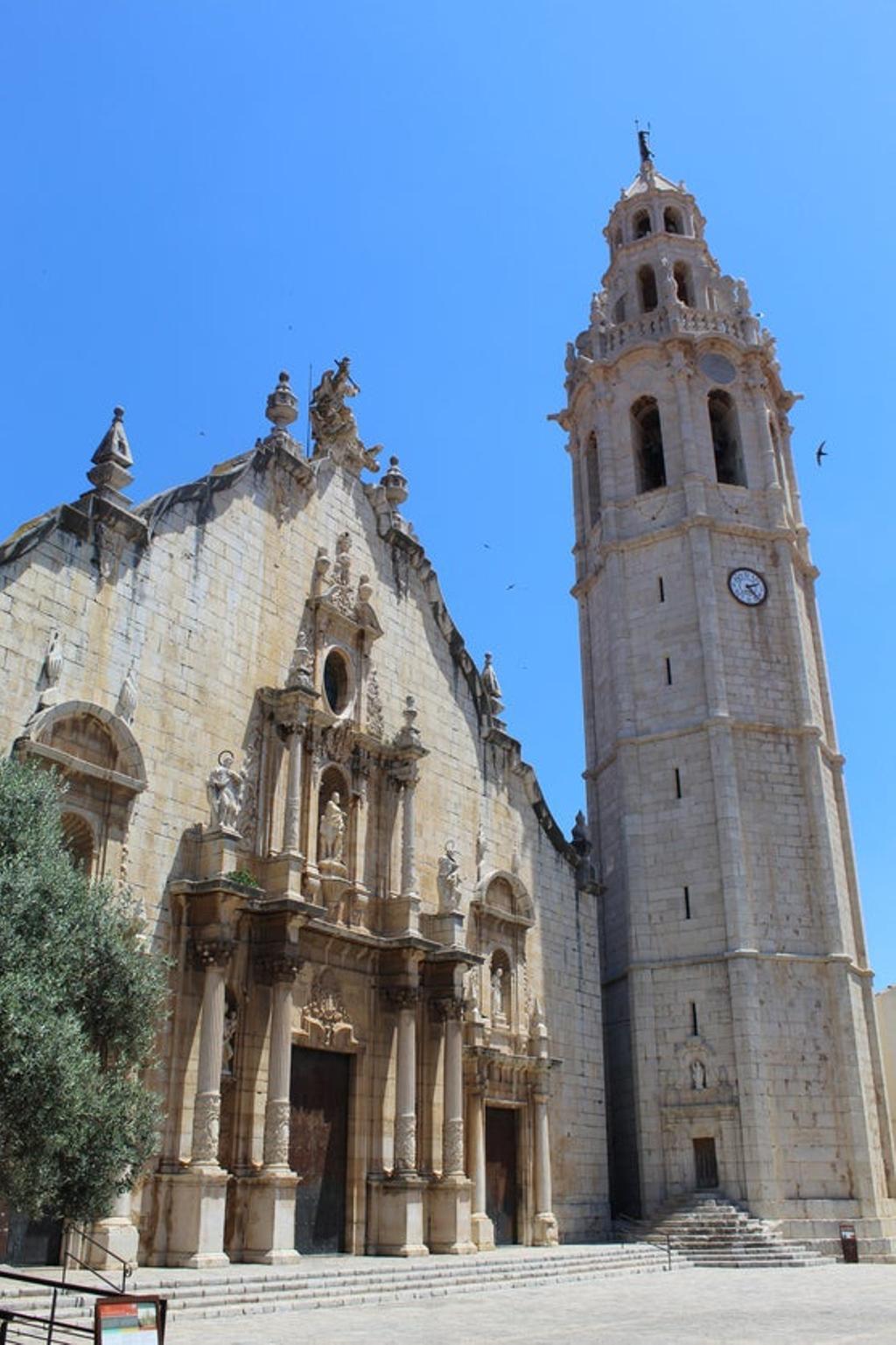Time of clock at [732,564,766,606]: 2:23
